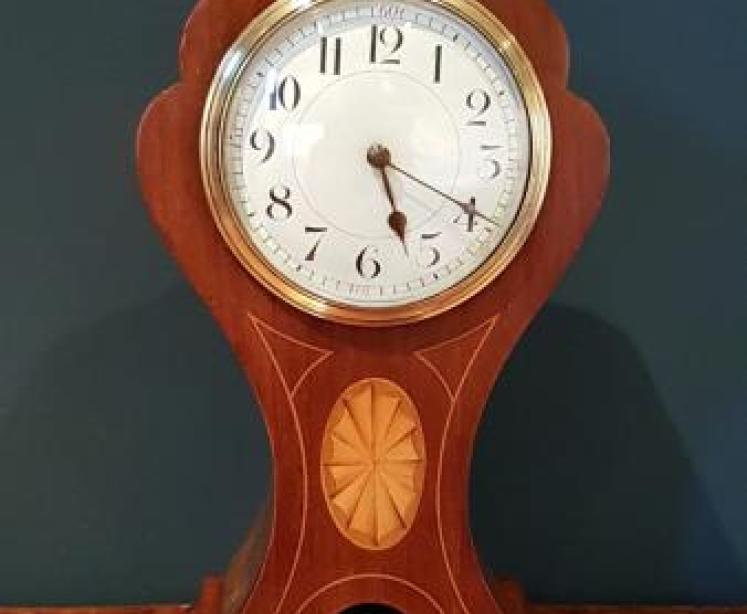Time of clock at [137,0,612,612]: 5:19
